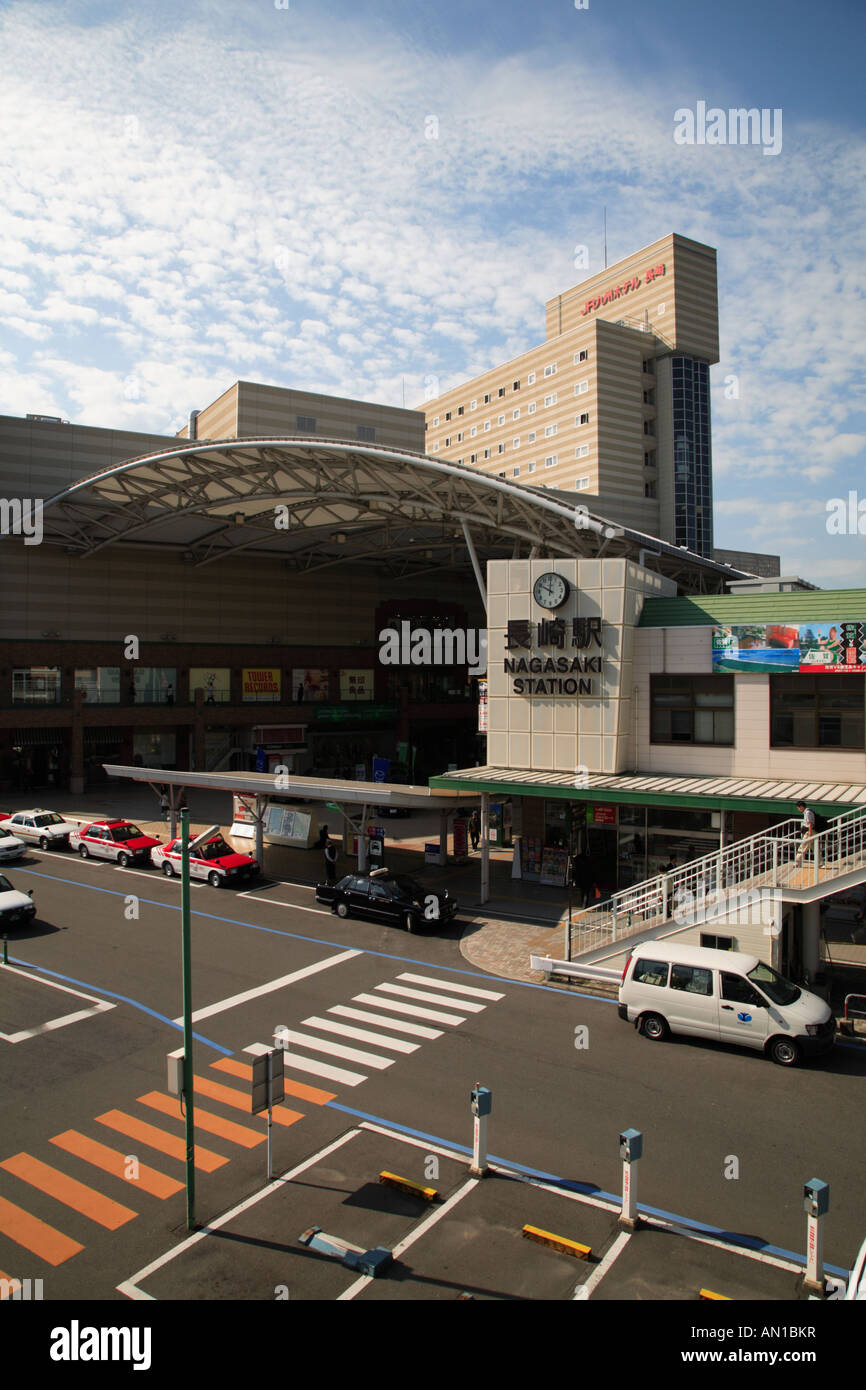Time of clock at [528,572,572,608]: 10:00
